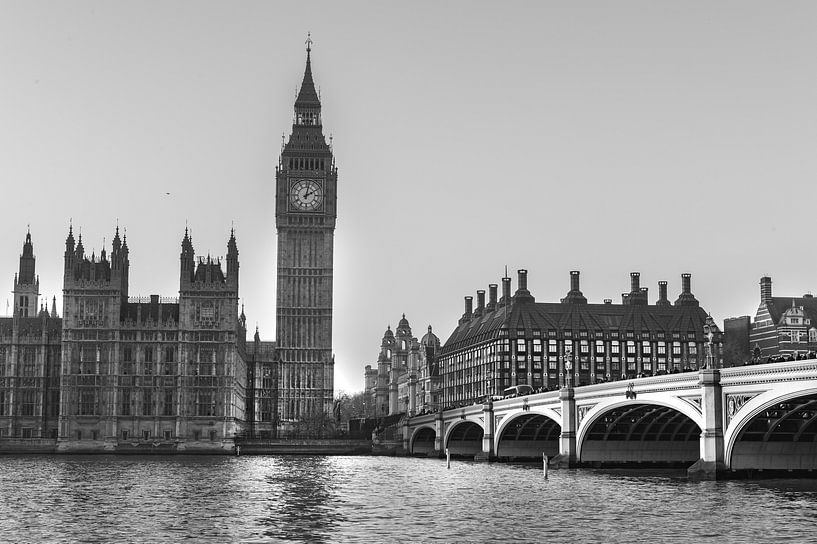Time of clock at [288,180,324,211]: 2:02
